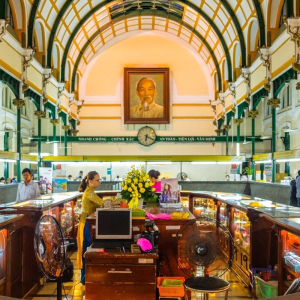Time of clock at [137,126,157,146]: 6:19
